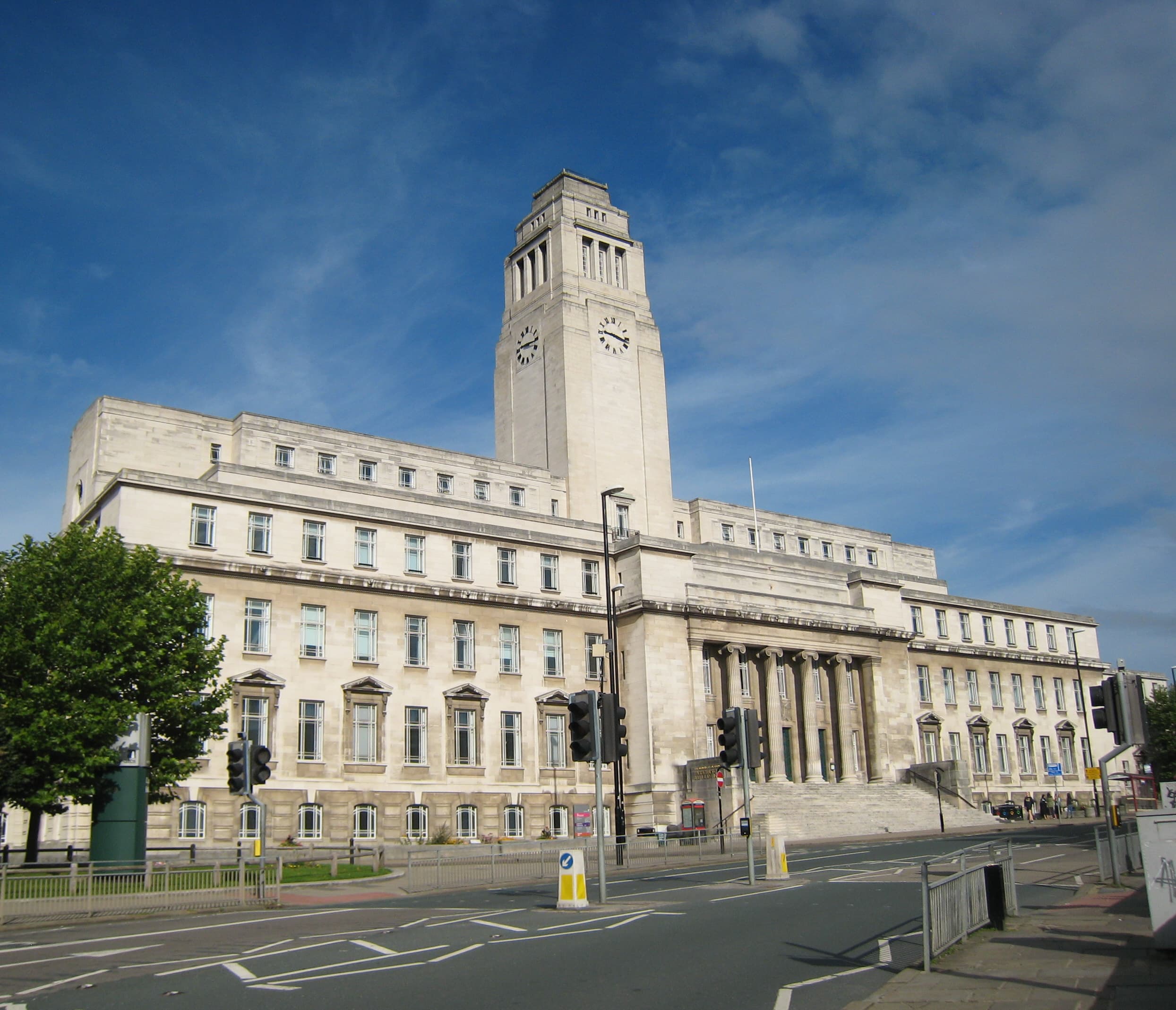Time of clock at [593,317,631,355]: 9:17
